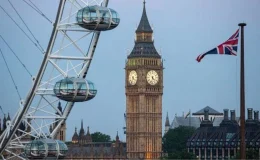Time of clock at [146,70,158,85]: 4:32
